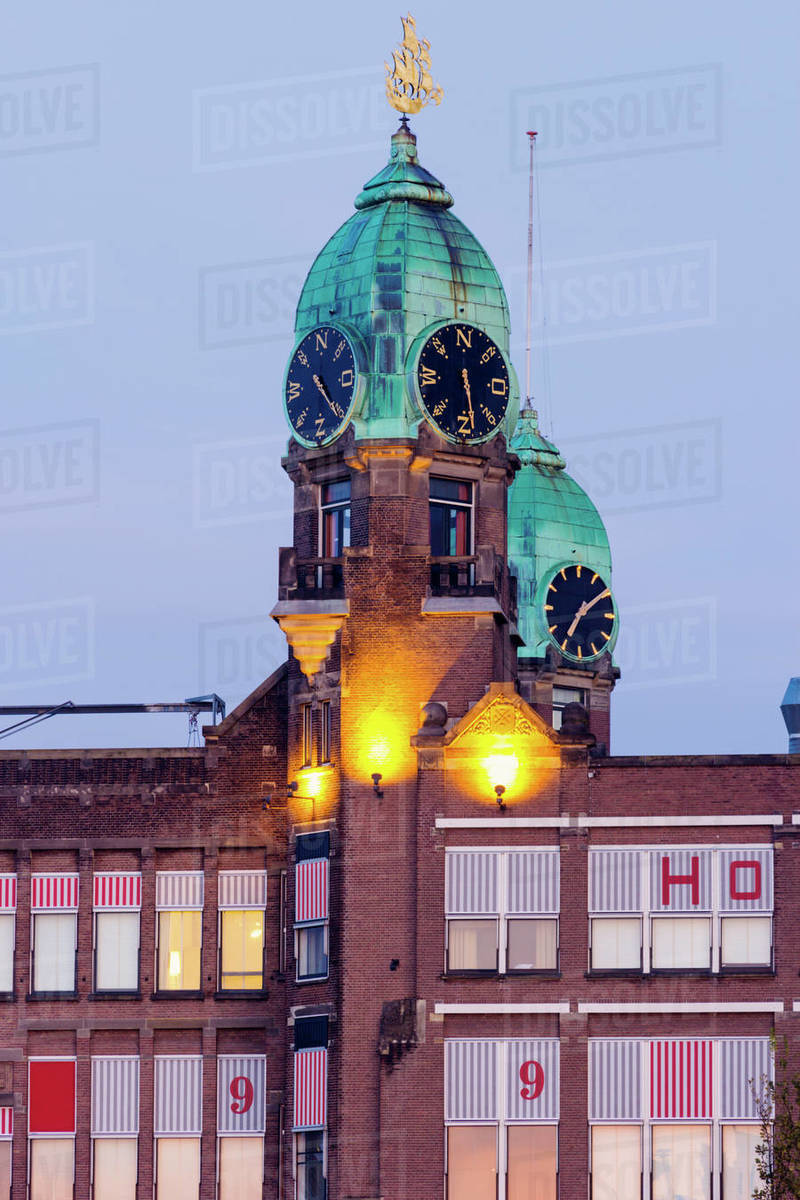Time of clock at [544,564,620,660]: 7:09
